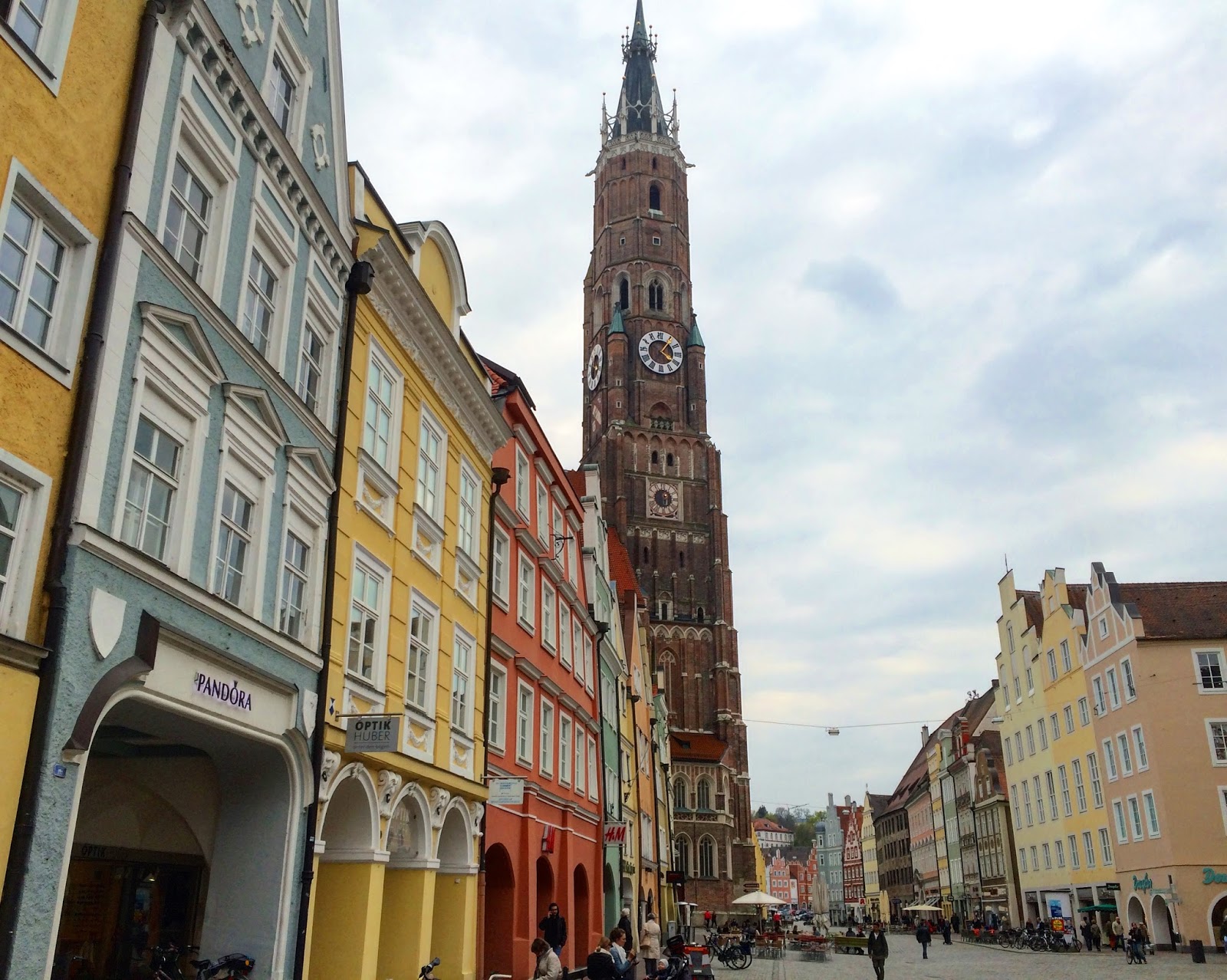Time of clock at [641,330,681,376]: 4:06
